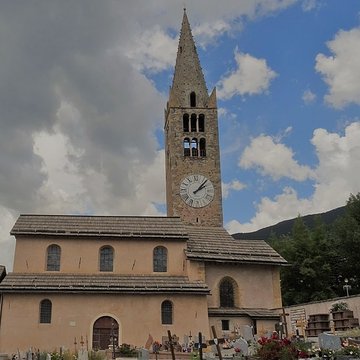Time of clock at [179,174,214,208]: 2:07
